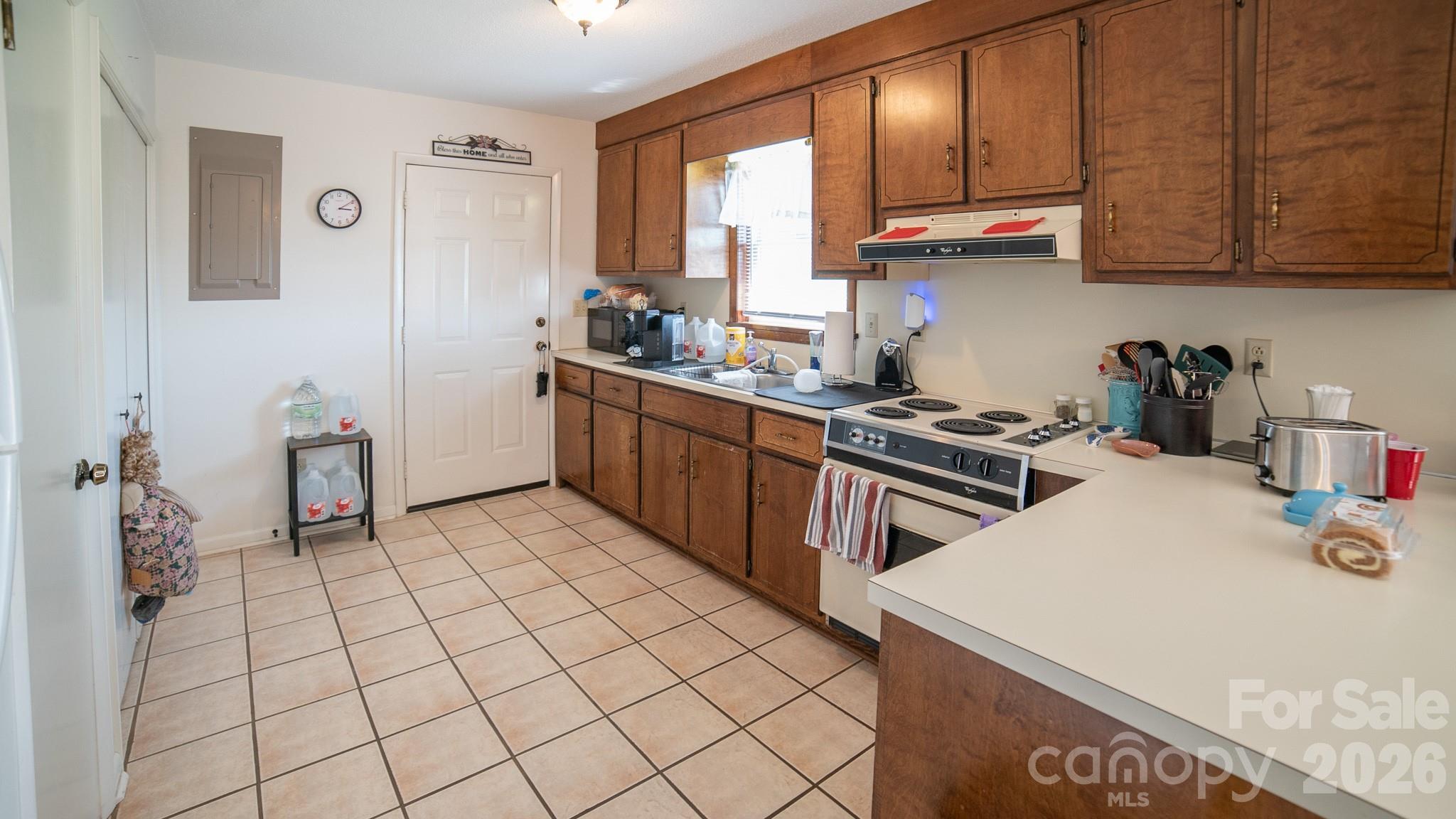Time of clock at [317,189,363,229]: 3:09
